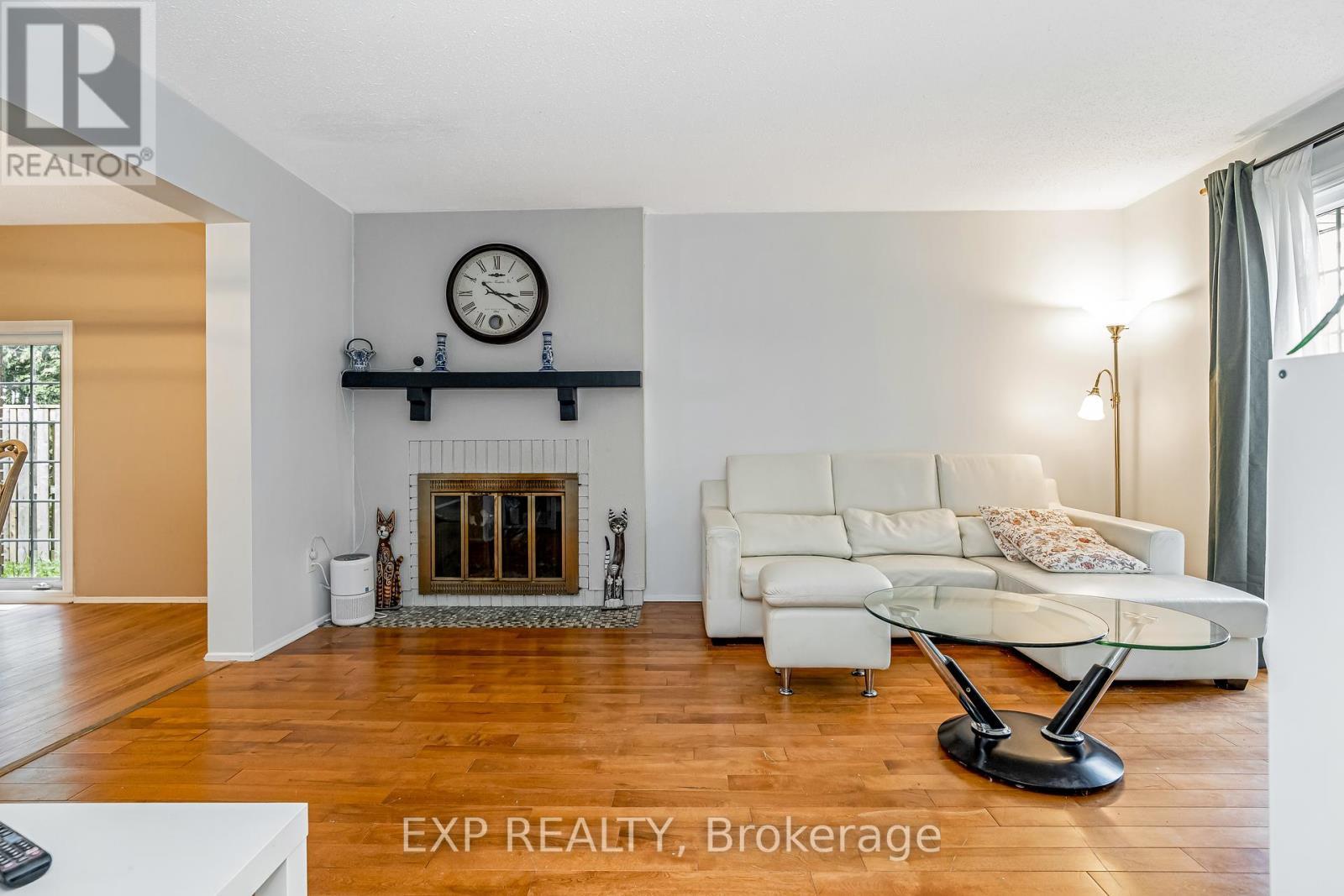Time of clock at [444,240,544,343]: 3:20
